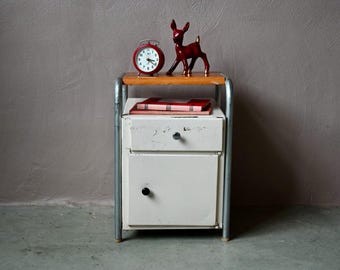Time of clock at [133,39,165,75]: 3:21
